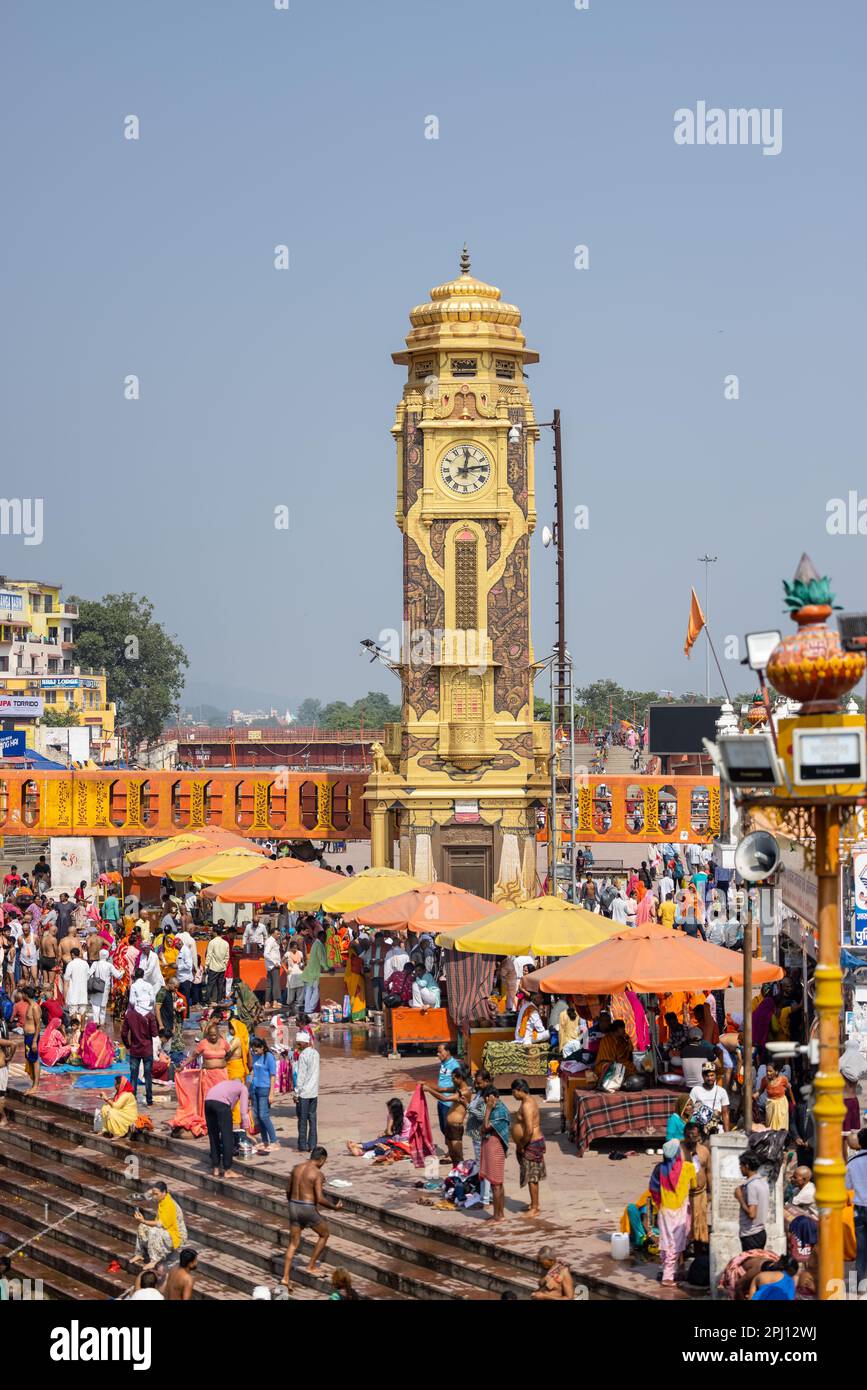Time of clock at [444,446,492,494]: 12:13
